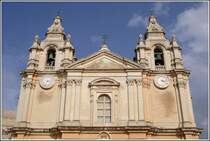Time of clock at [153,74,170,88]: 3:22
